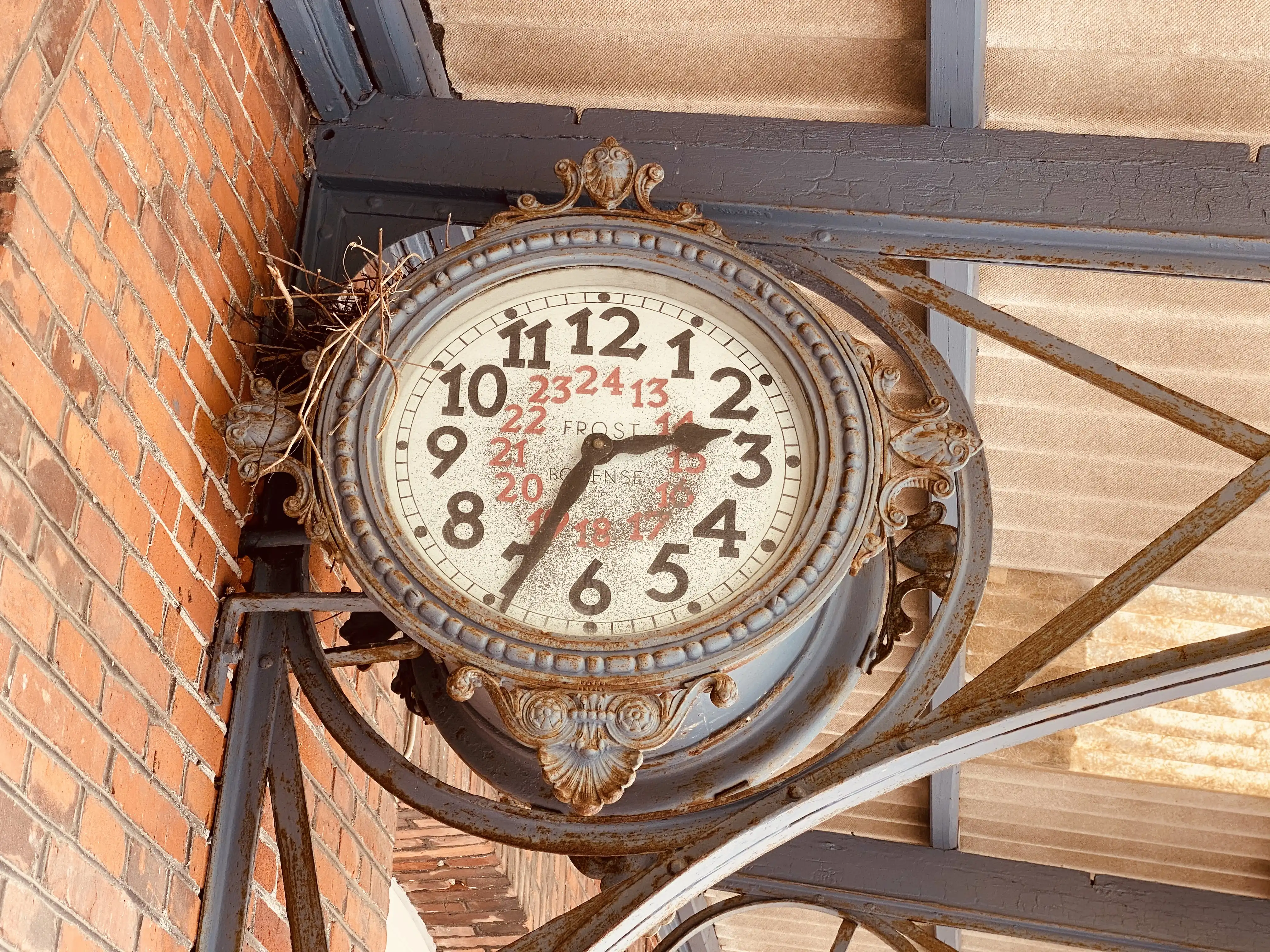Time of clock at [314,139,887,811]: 2:34
